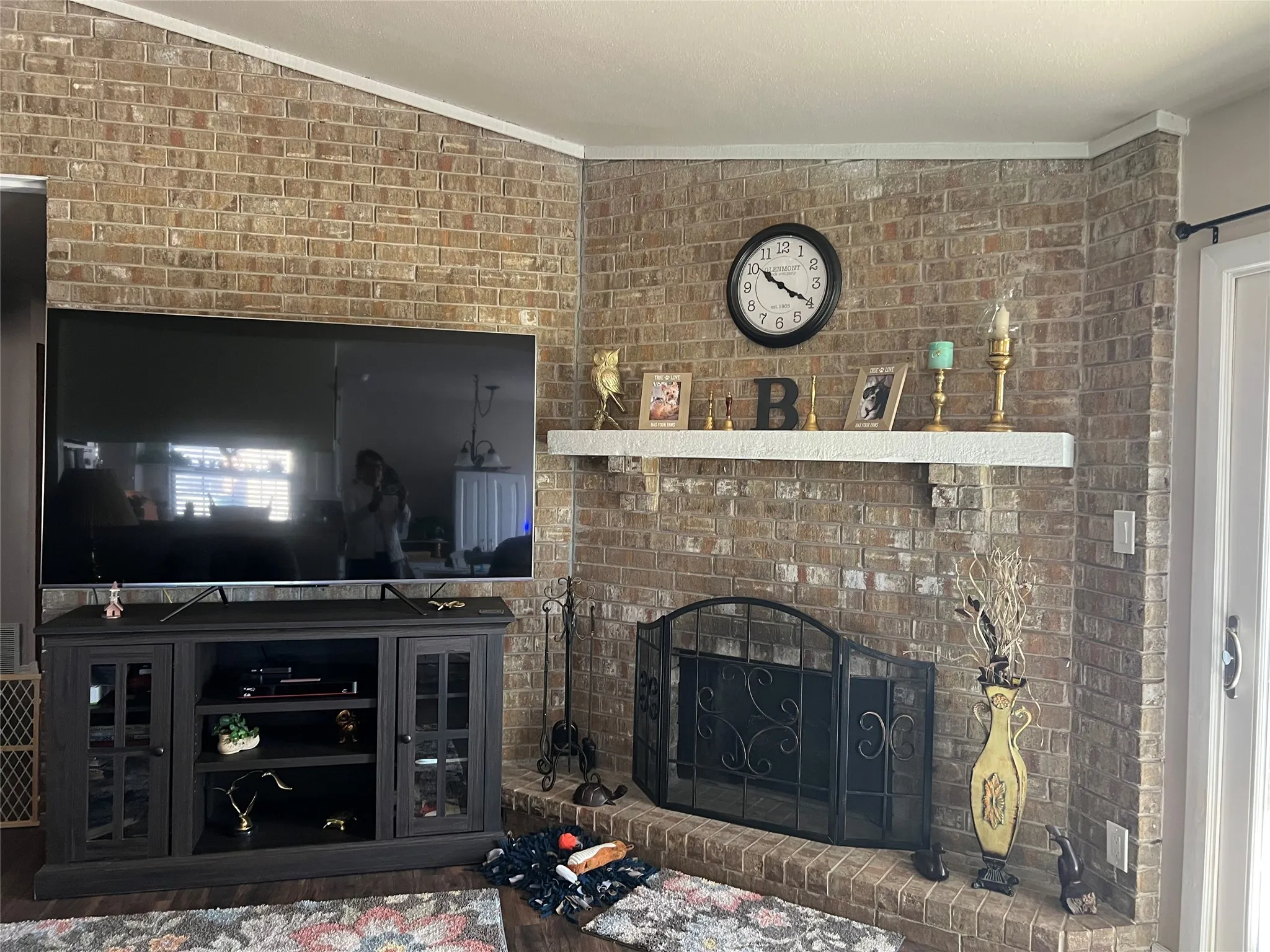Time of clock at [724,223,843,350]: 10:19
